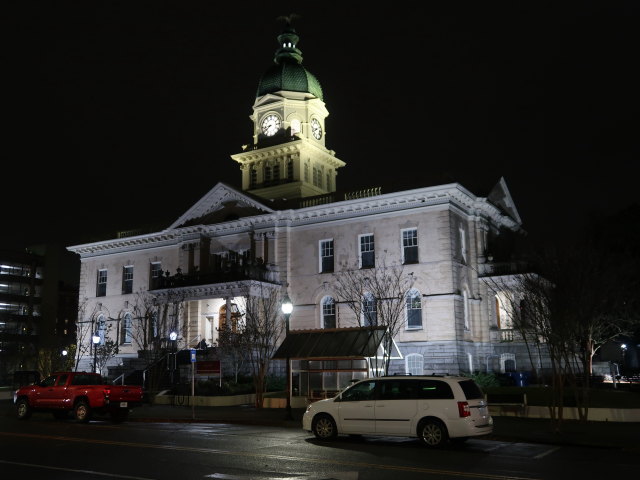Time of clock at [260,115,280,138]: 8:38
